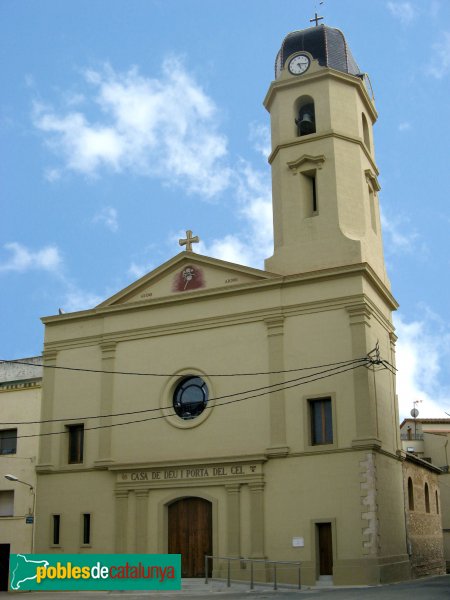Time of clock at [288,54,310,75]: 5:16
